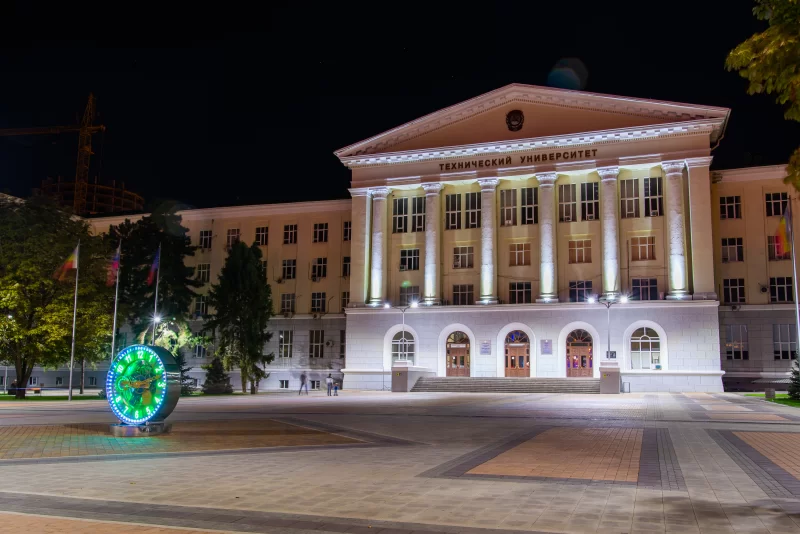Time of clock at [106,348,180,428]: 9:12
